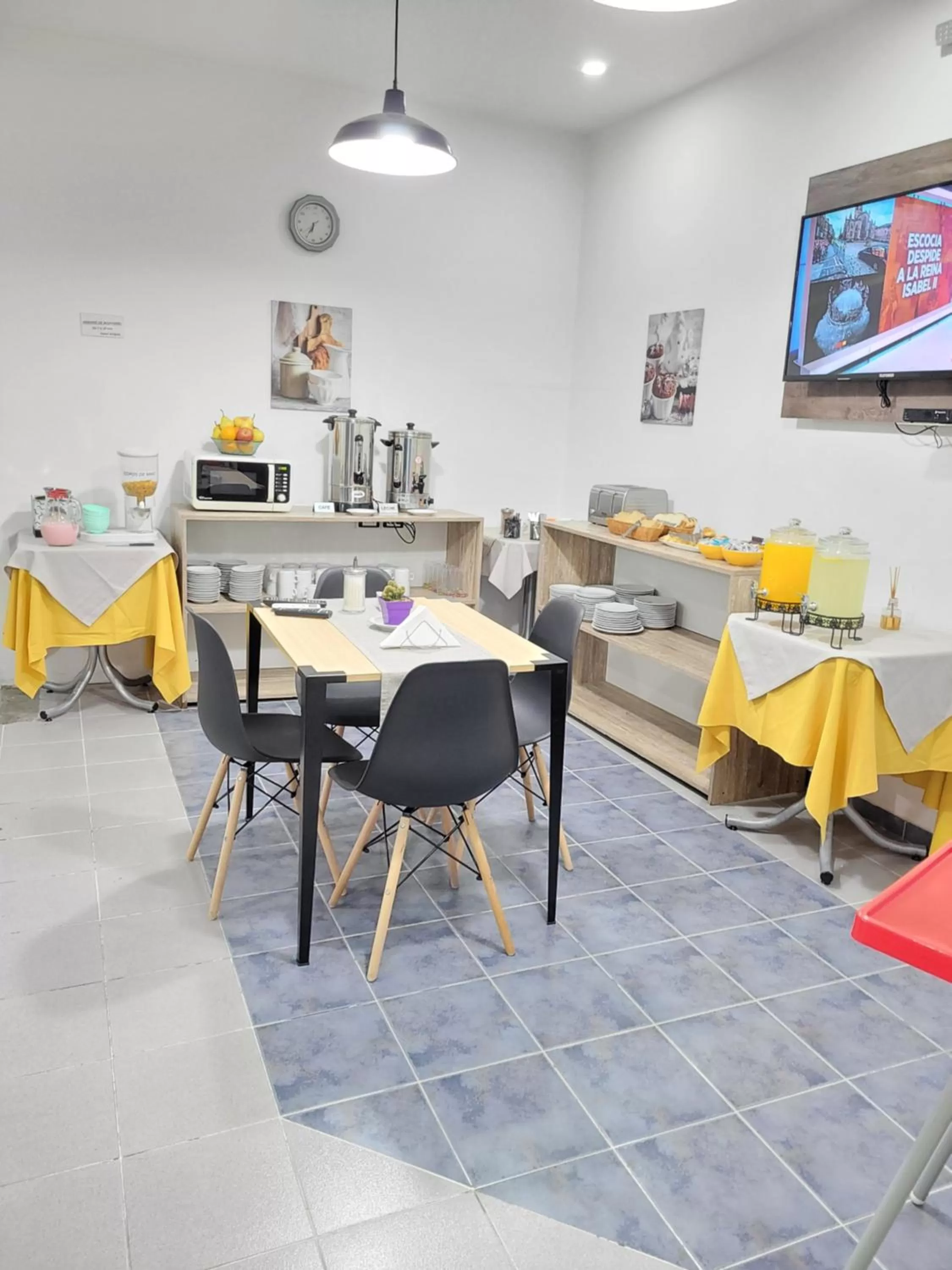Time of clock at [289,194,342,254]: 6:35
